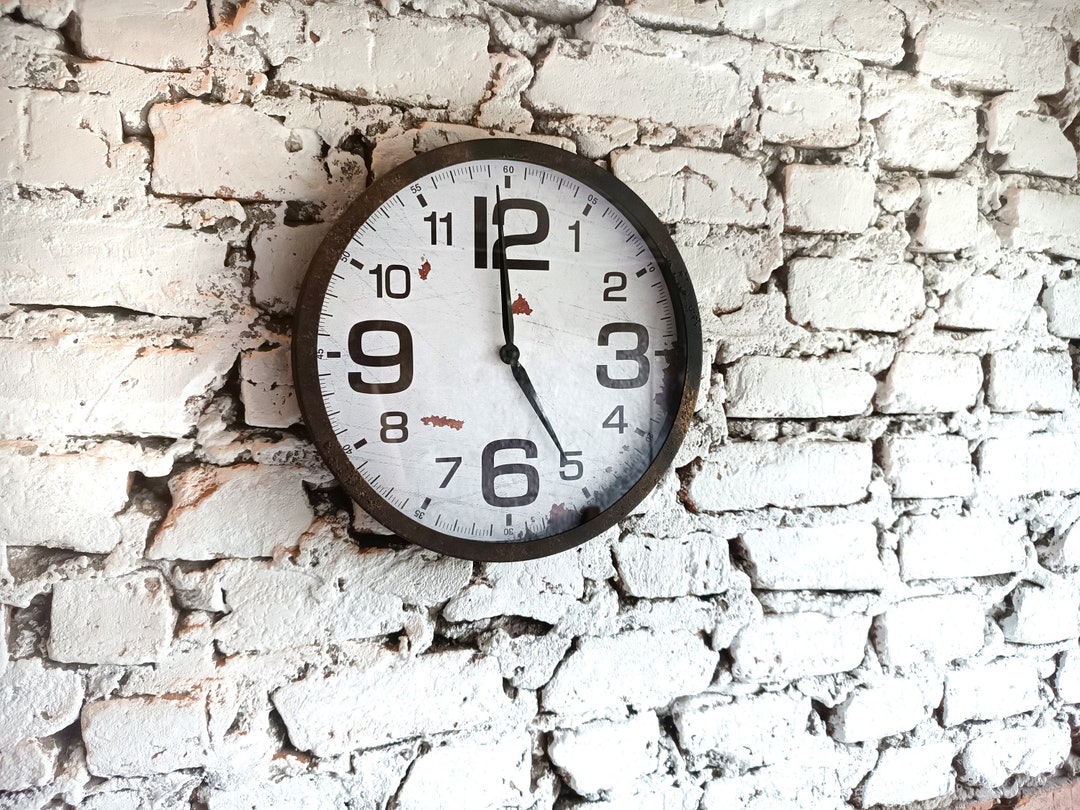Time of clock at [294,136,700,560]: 4:59
